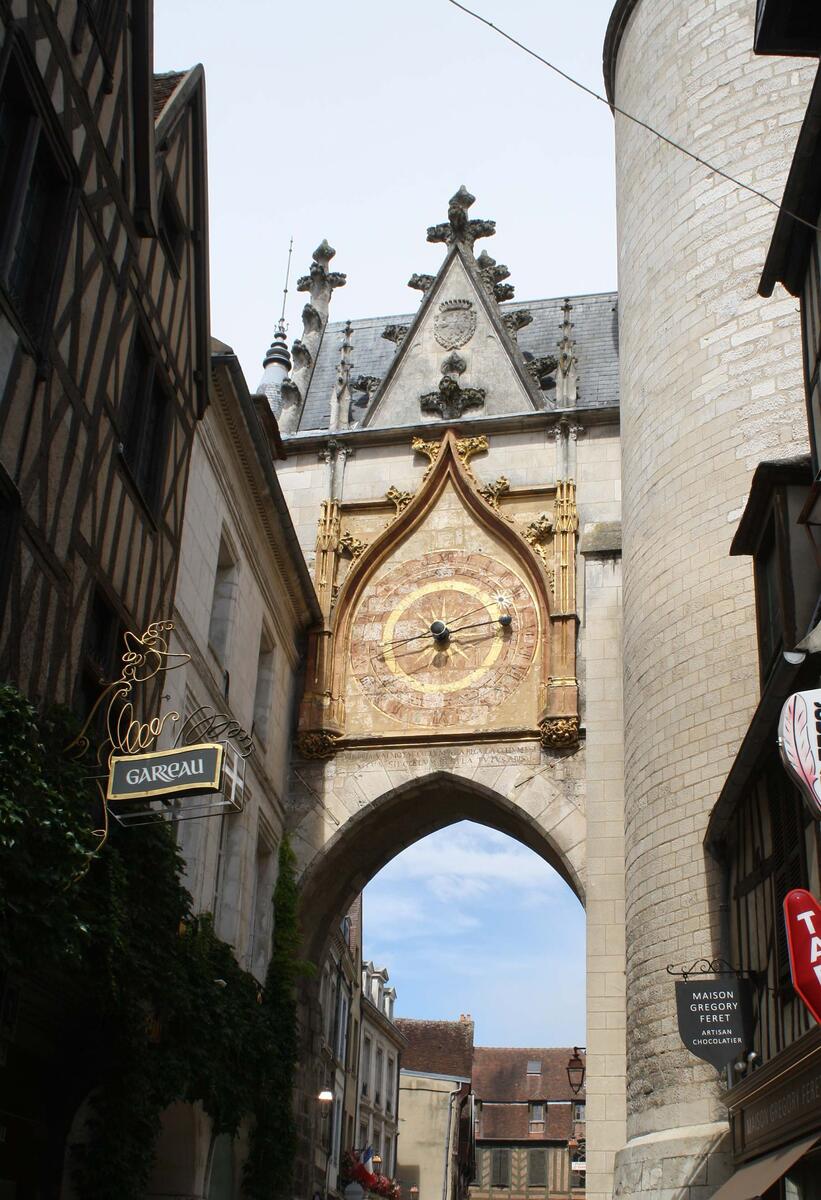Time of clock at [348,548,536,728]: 2:42
